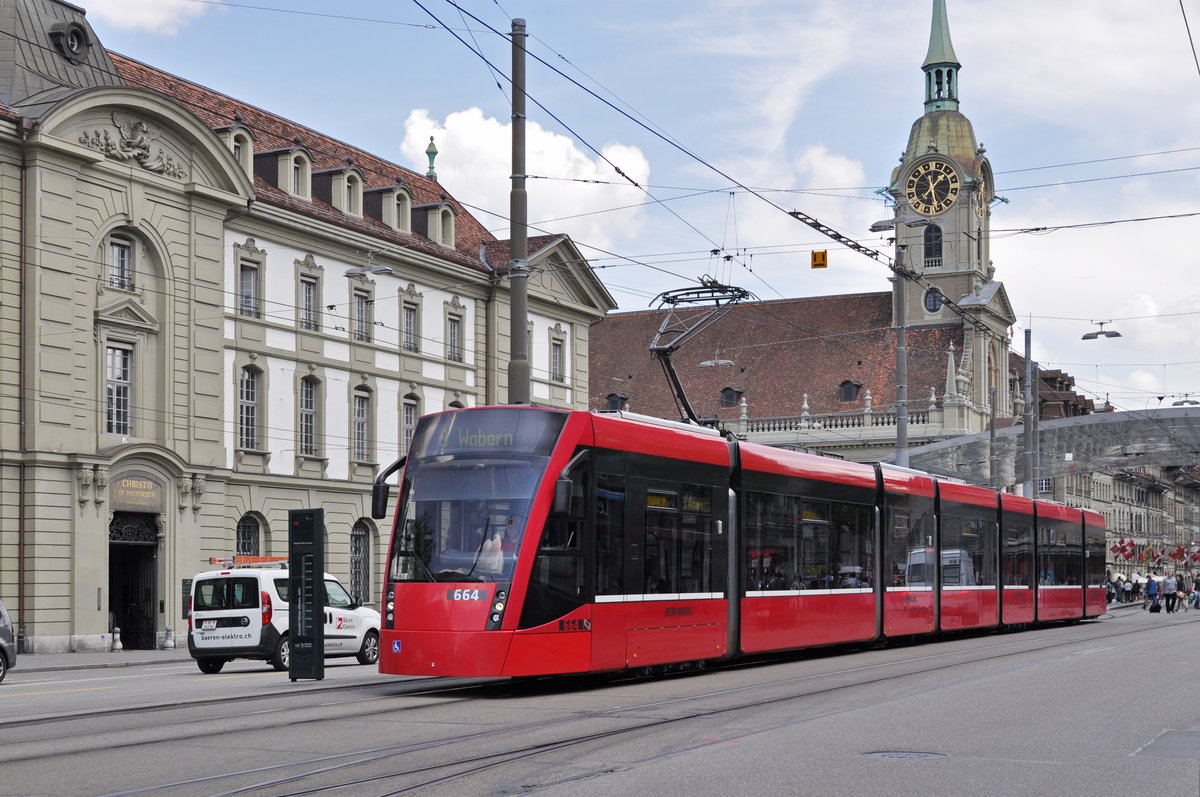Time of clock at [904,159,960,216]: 1:26
